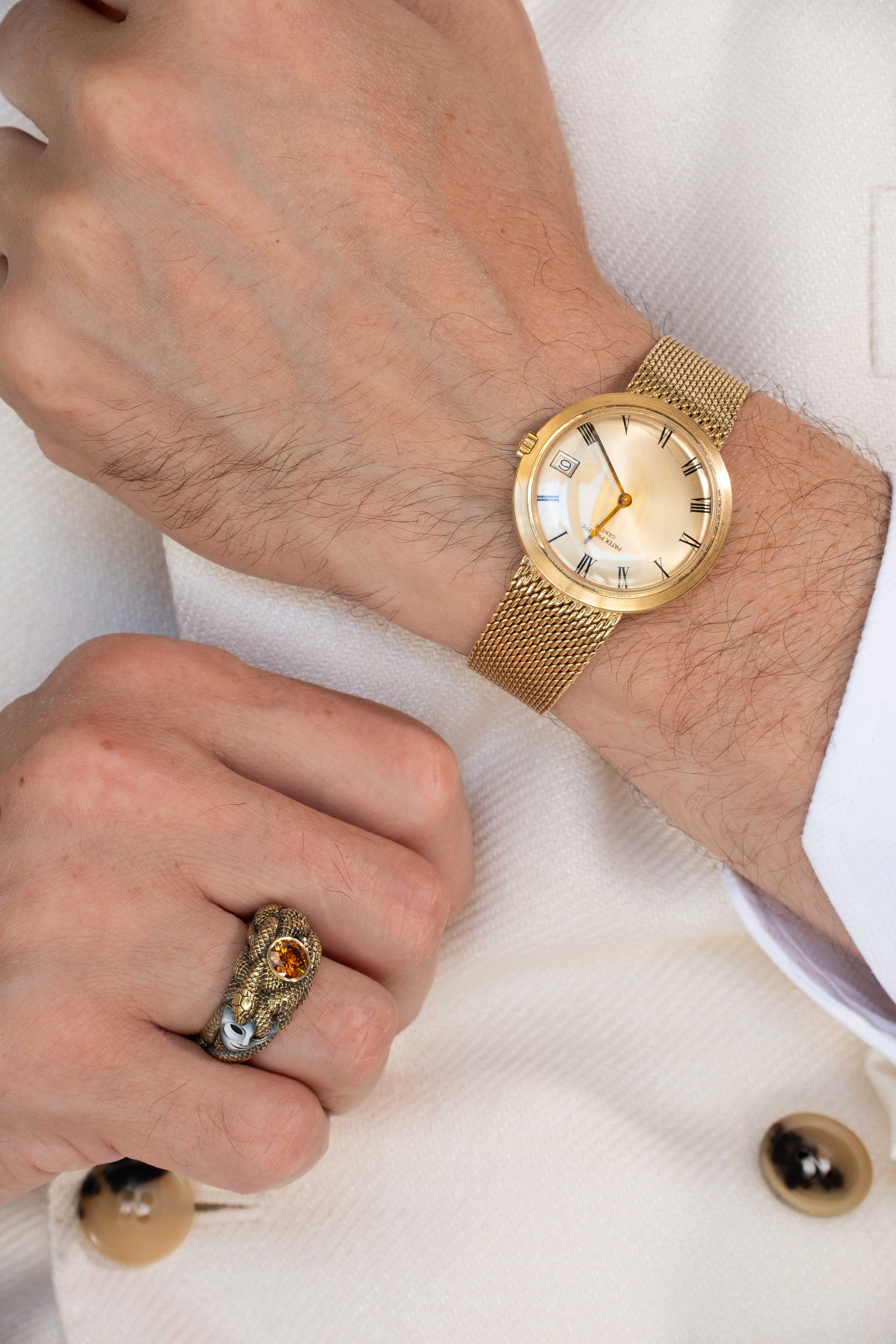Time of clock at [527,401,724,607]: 7:55
